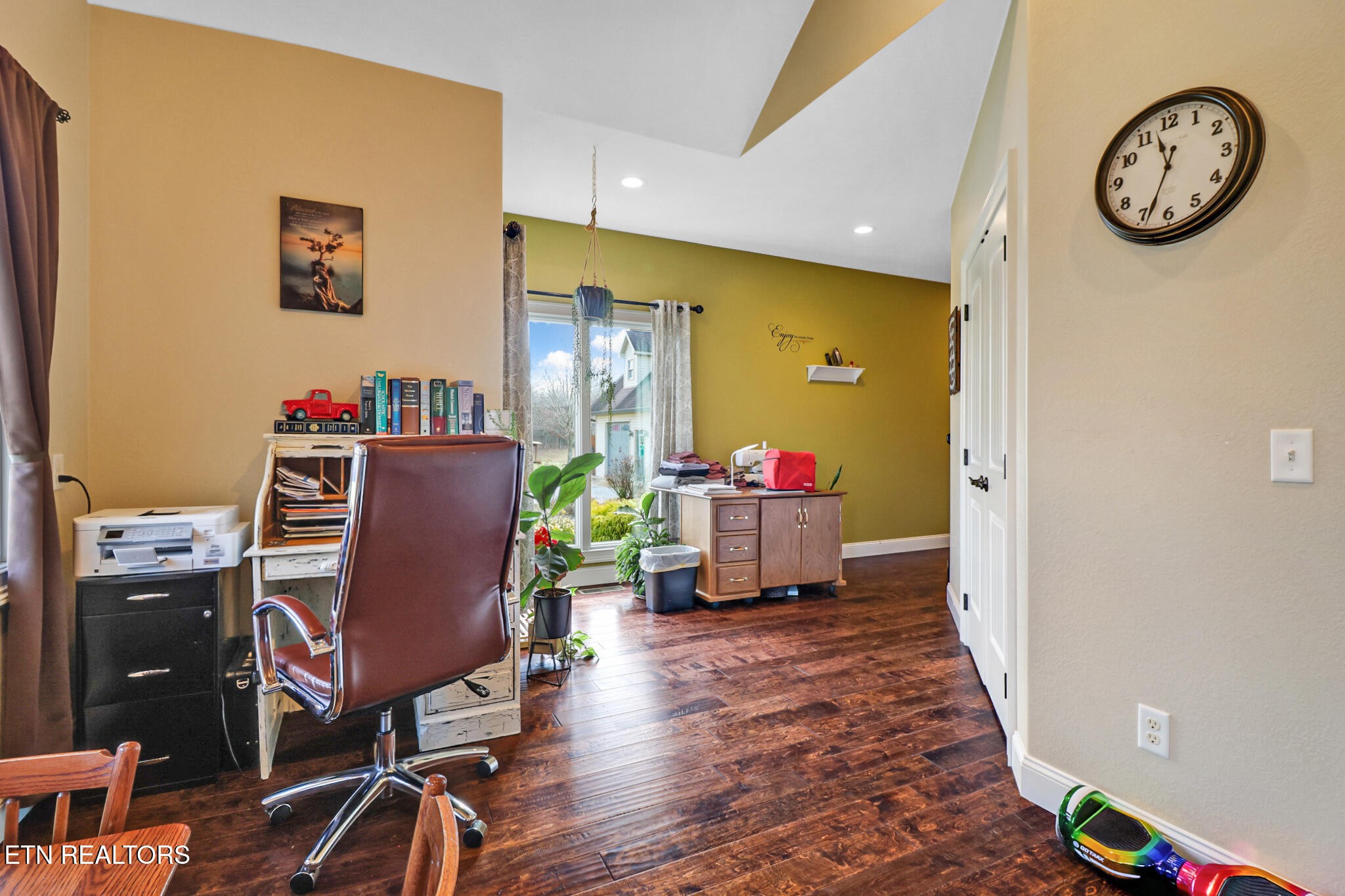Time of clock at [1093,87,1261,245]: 11:33
